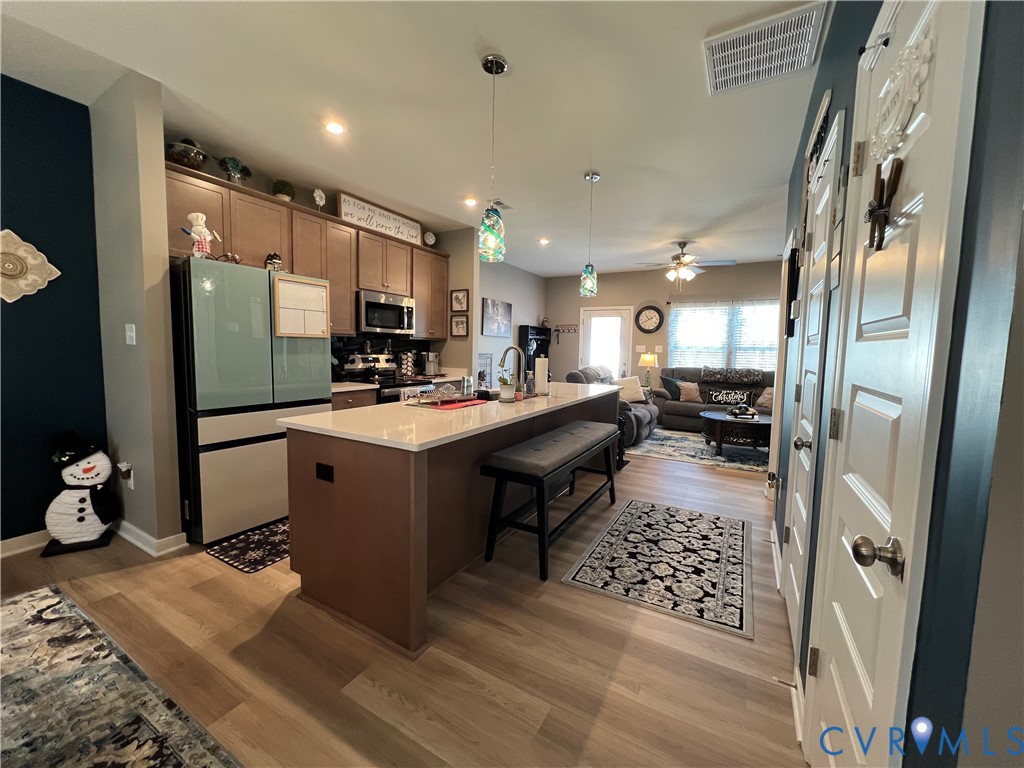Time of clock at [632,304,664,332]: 10:40
